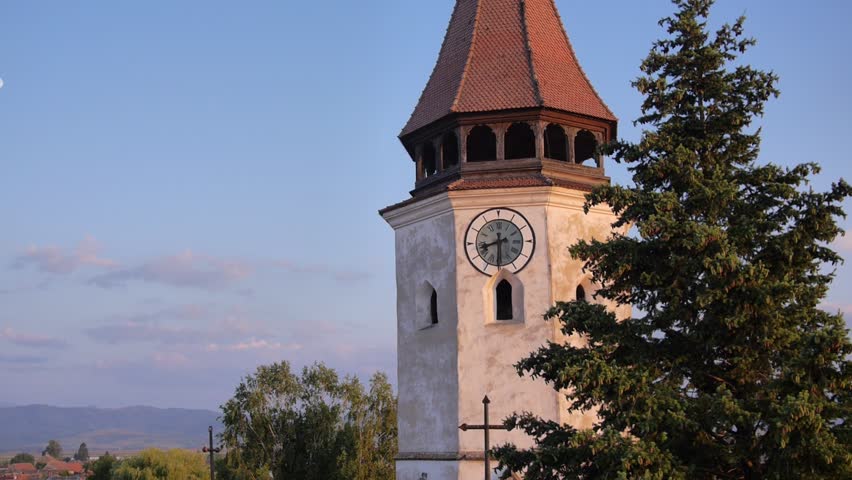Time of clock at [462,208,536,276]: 8:30
